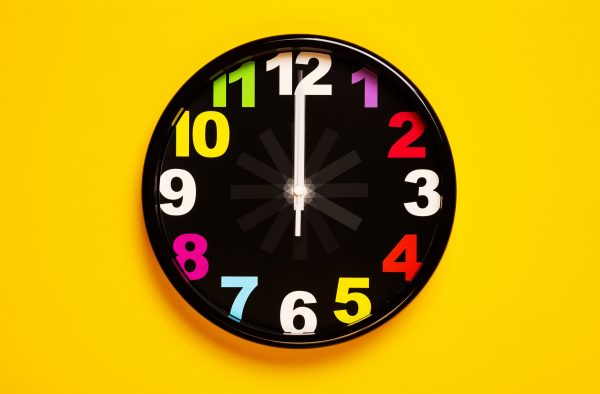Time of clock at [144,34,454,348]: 1:59
